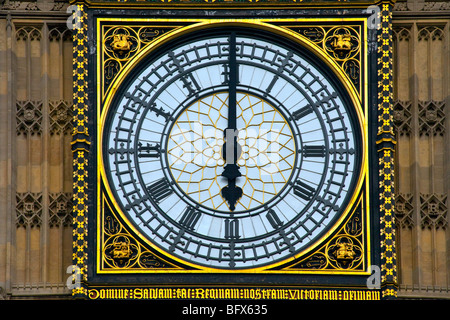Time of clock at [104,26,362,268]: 6:00
